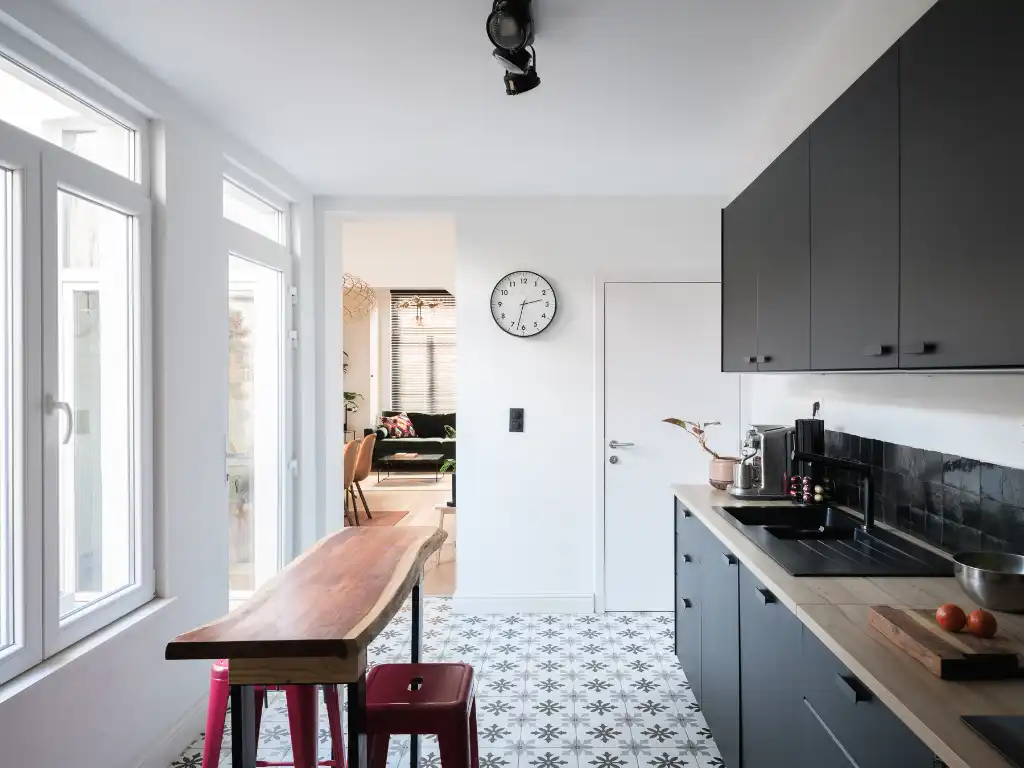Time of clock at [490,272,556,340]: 2:32
